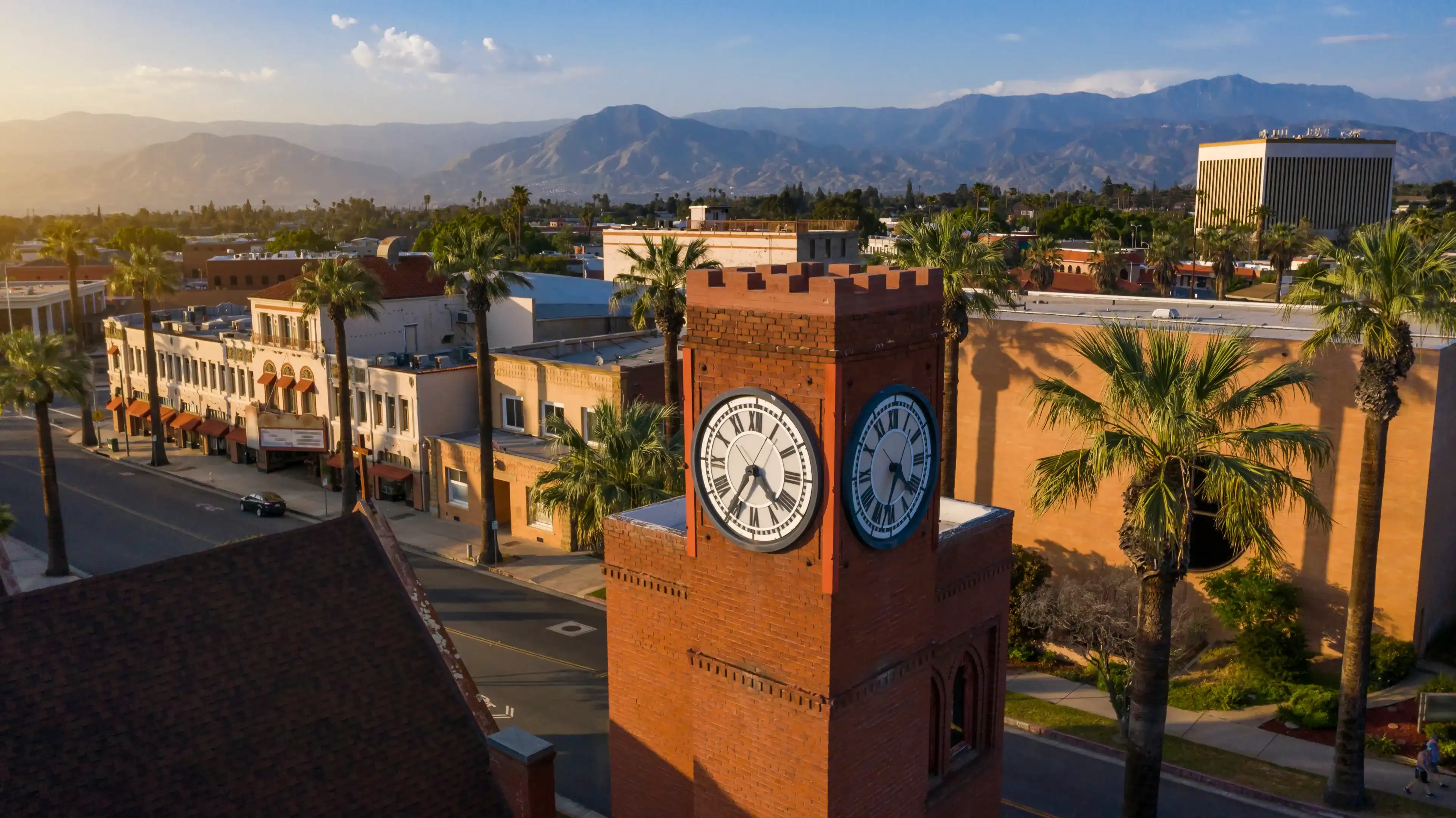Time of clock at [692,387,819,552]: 4:35
